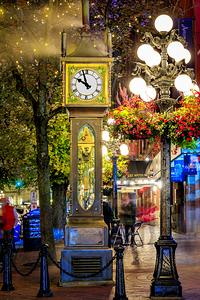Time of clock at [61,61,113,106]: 9:57
